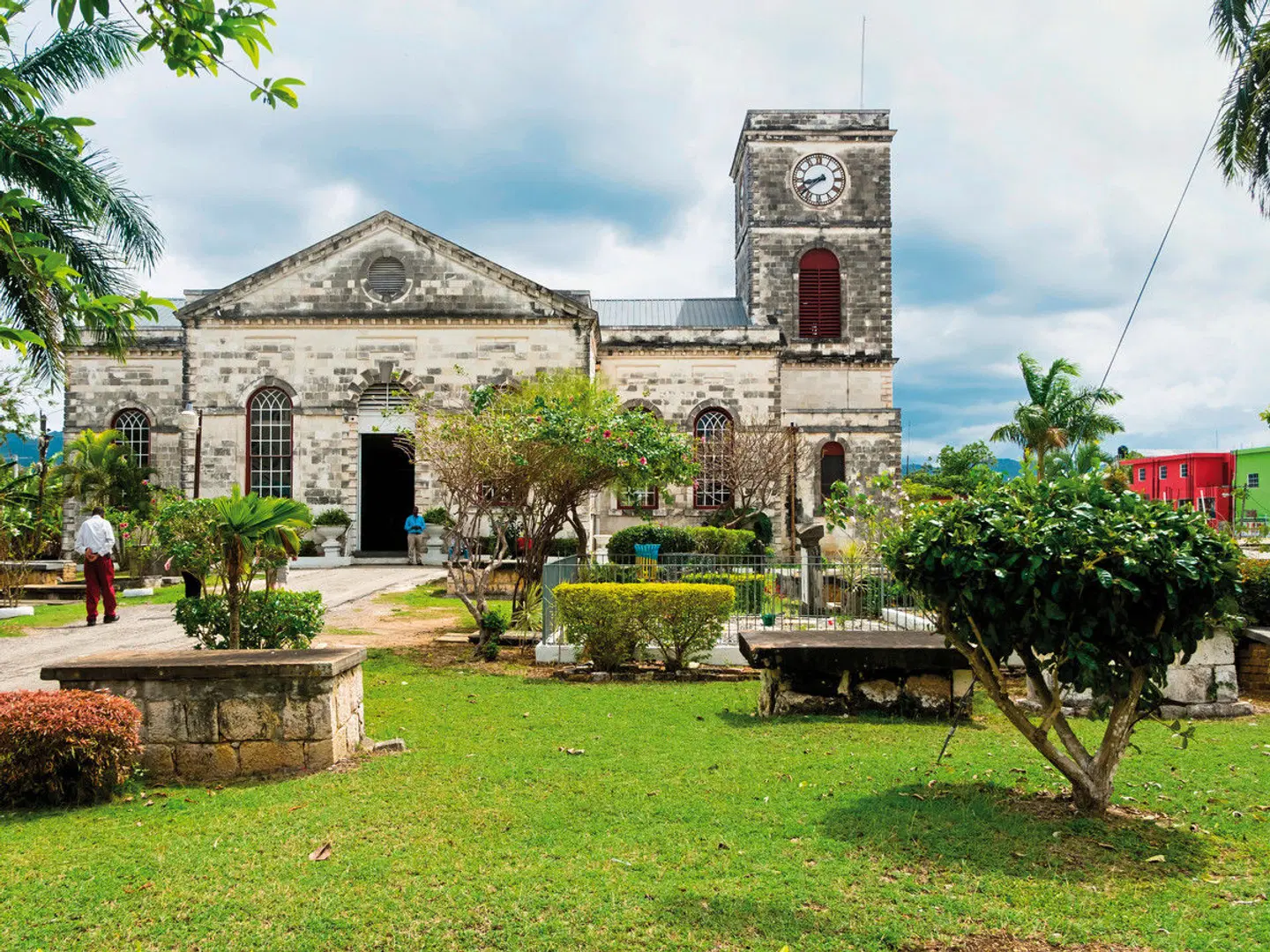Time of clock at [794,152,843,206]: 8:38
